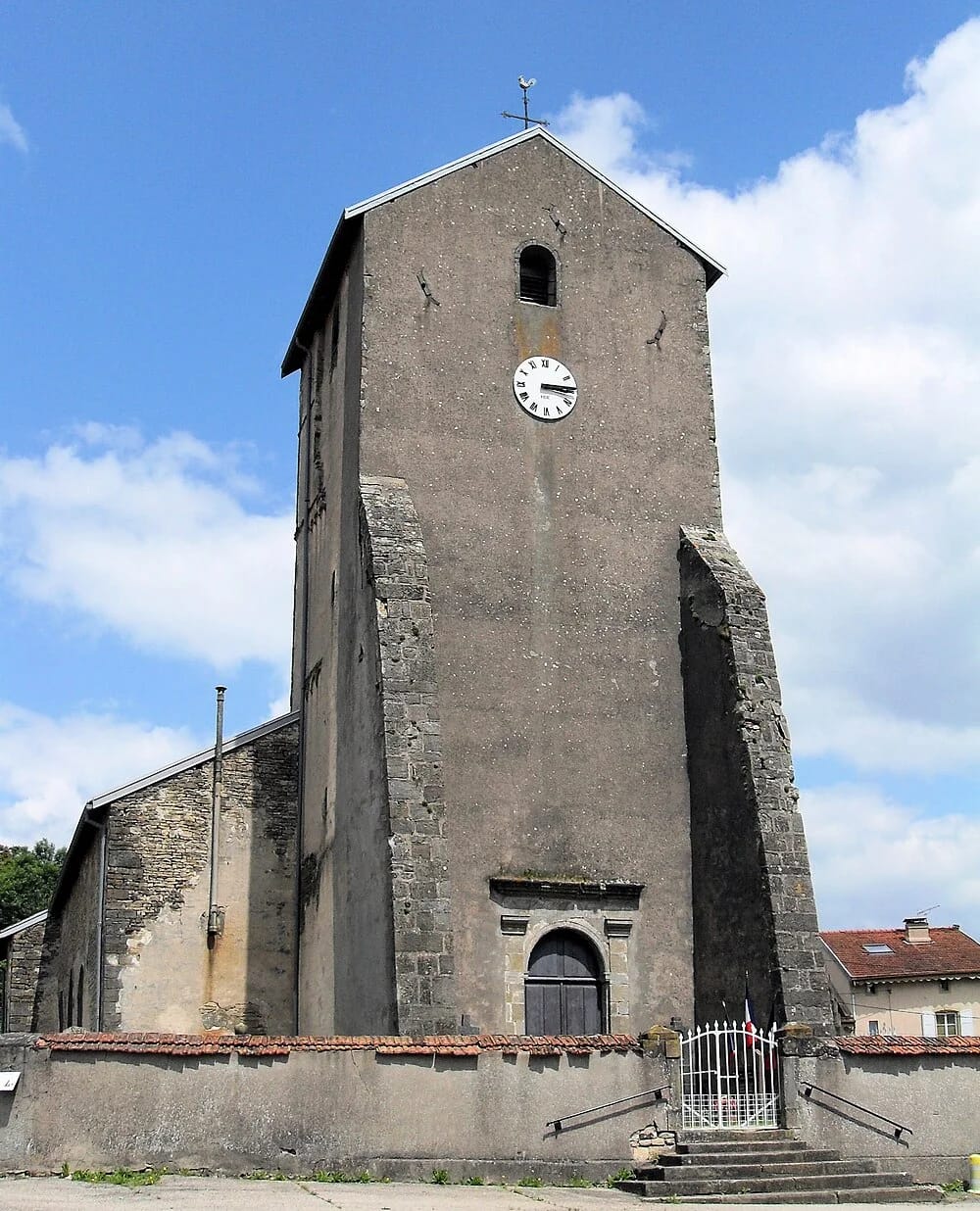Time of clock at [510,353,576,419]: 3:14
